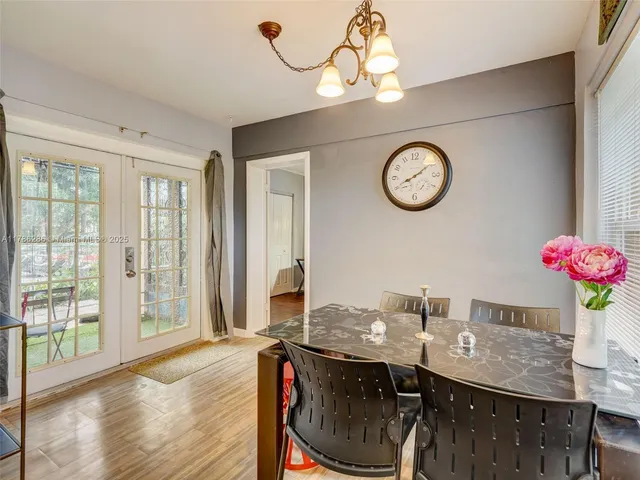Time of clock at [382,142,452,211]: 8:09
